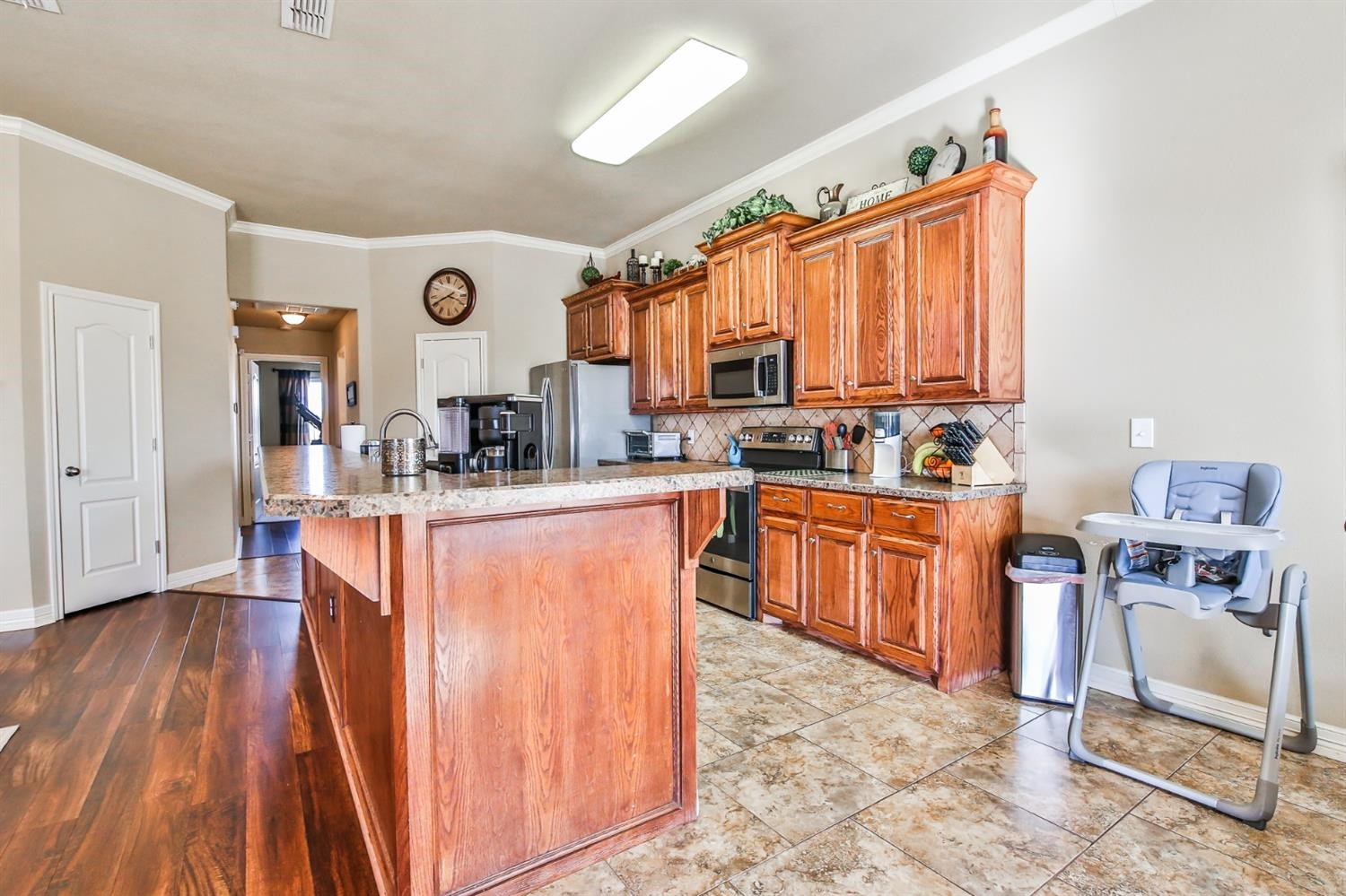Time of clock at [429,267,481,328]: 3:40
